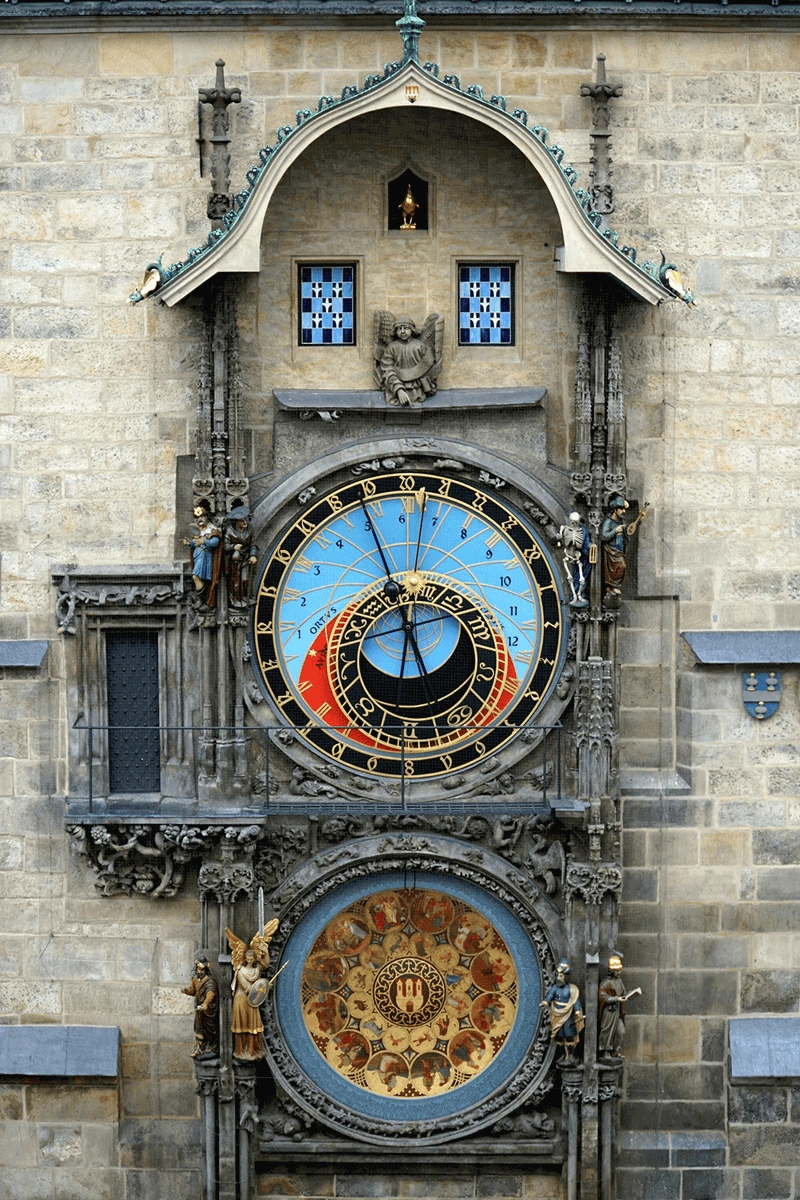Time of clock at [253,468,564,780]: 11:56
